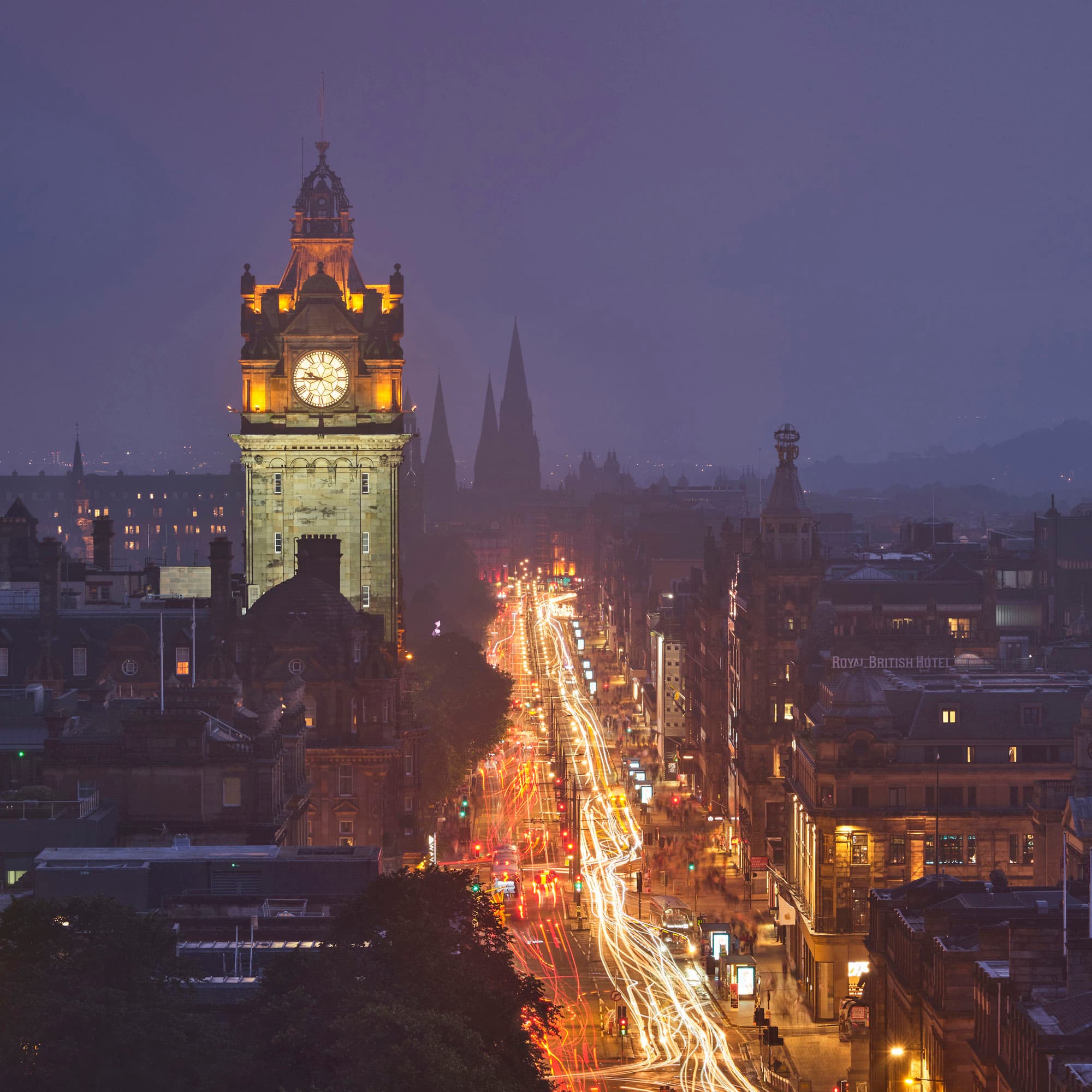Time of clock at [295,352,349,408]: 9:44
